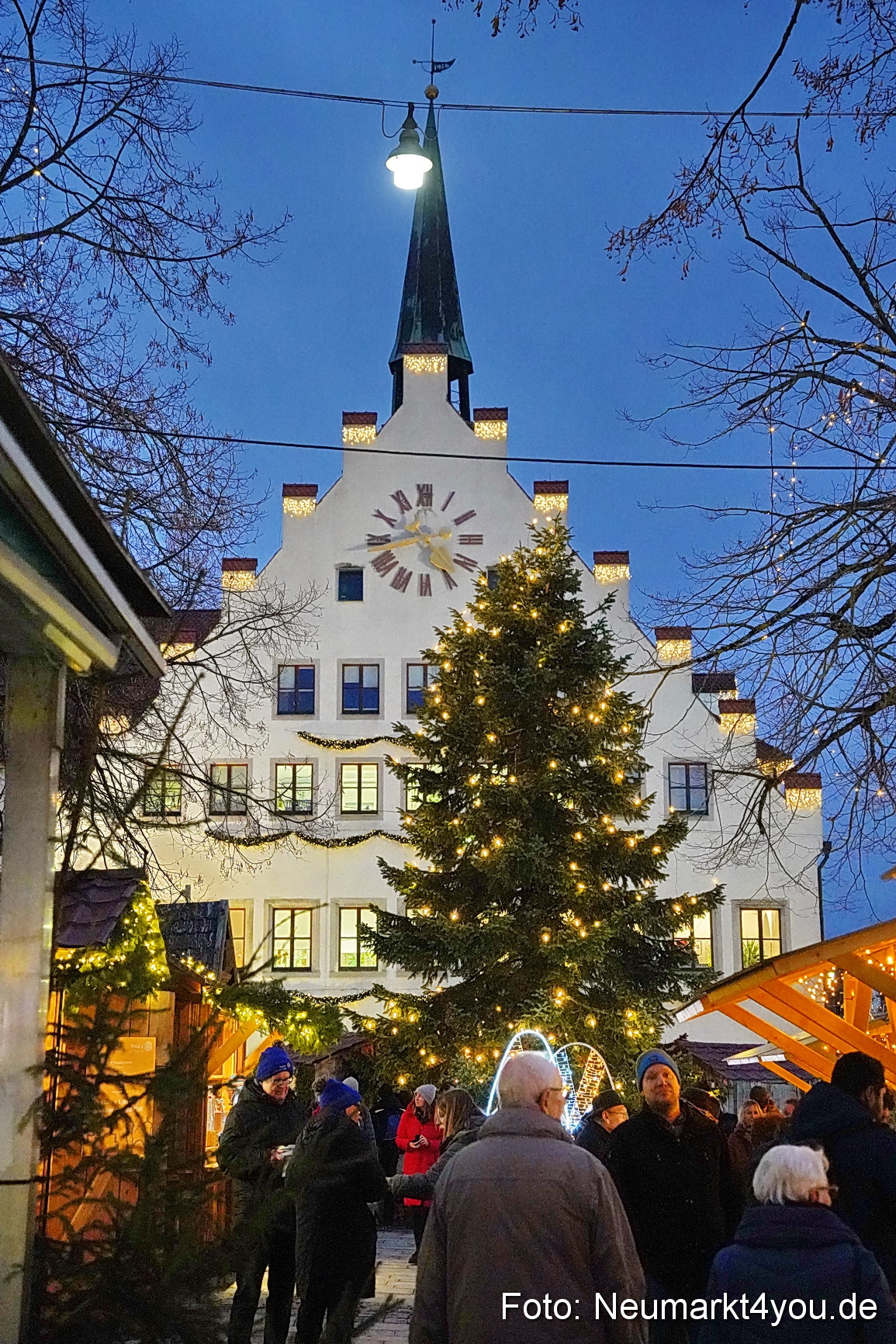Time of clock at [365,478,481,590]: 9:42
